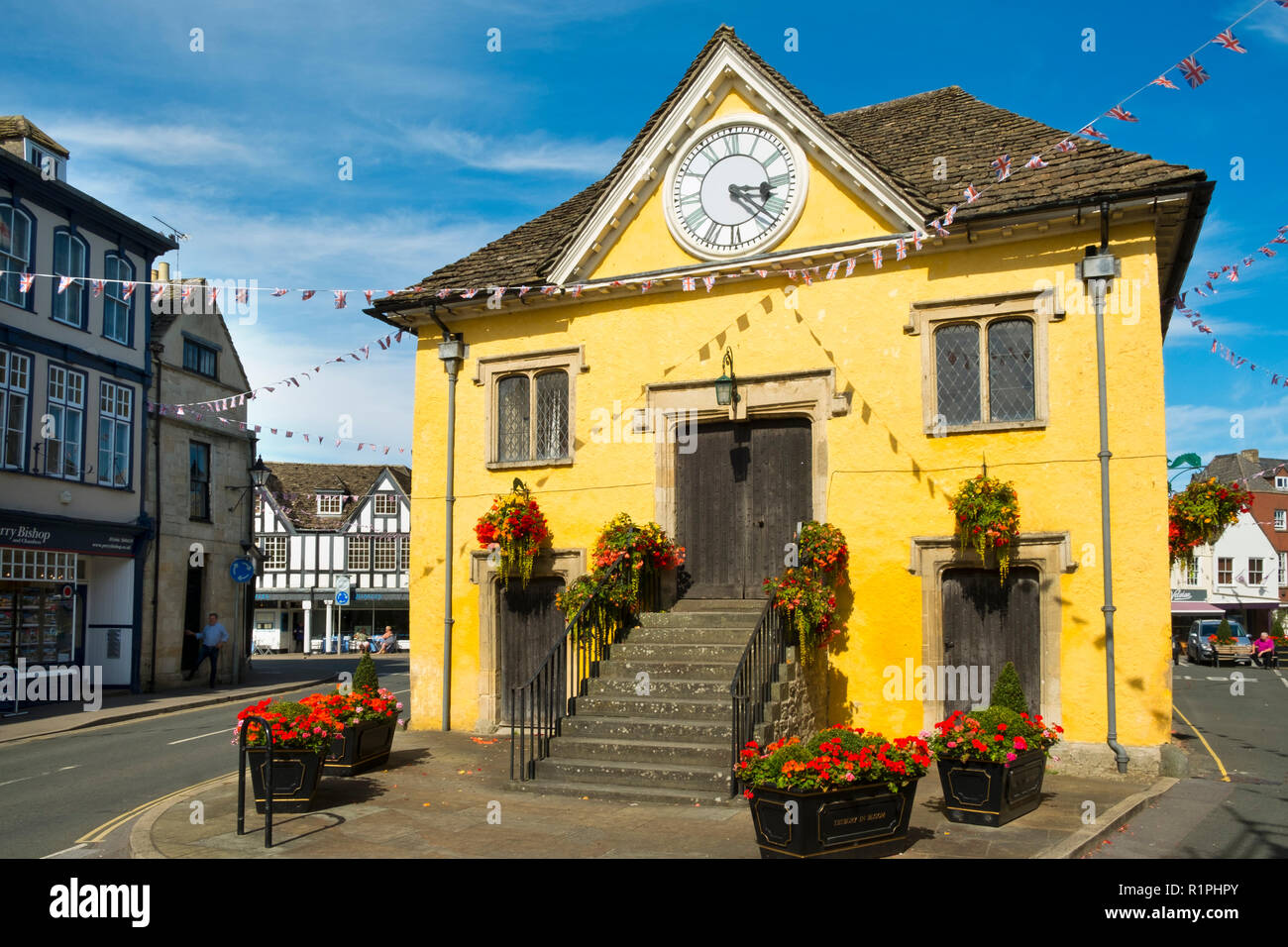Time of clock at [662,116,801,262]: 3:22
